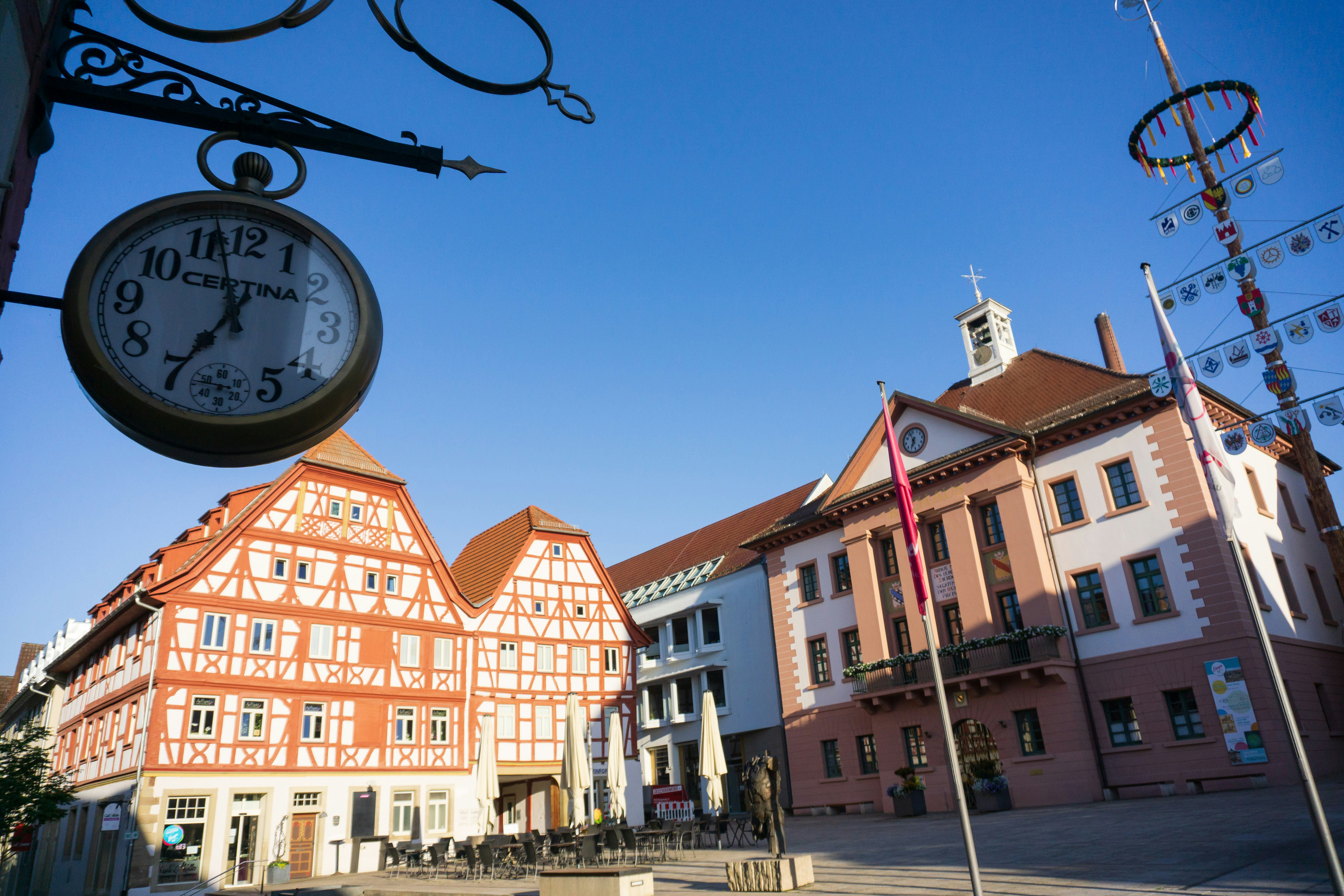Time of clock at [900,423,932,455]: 6:57
